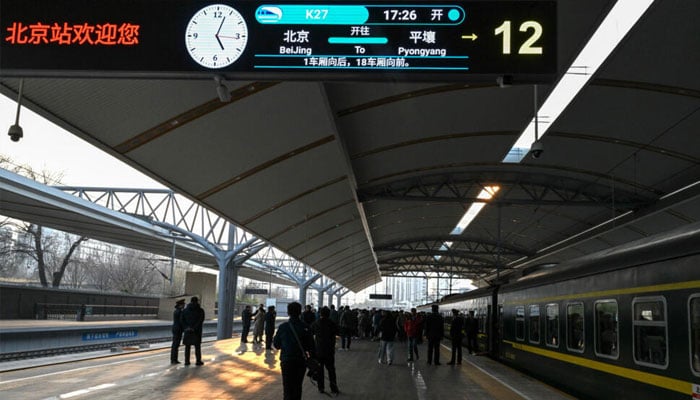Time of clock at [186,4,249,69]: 5:03
